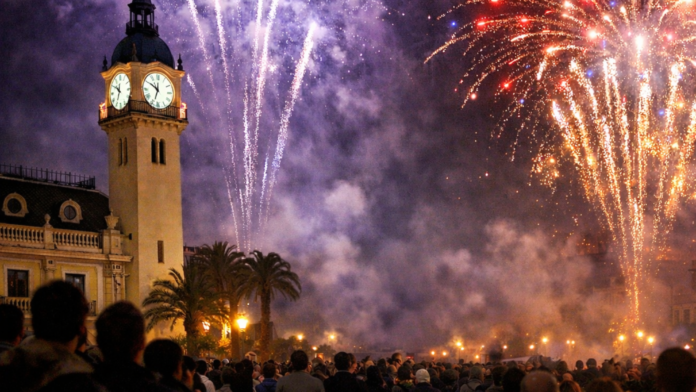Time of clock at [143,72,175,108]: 11:50
